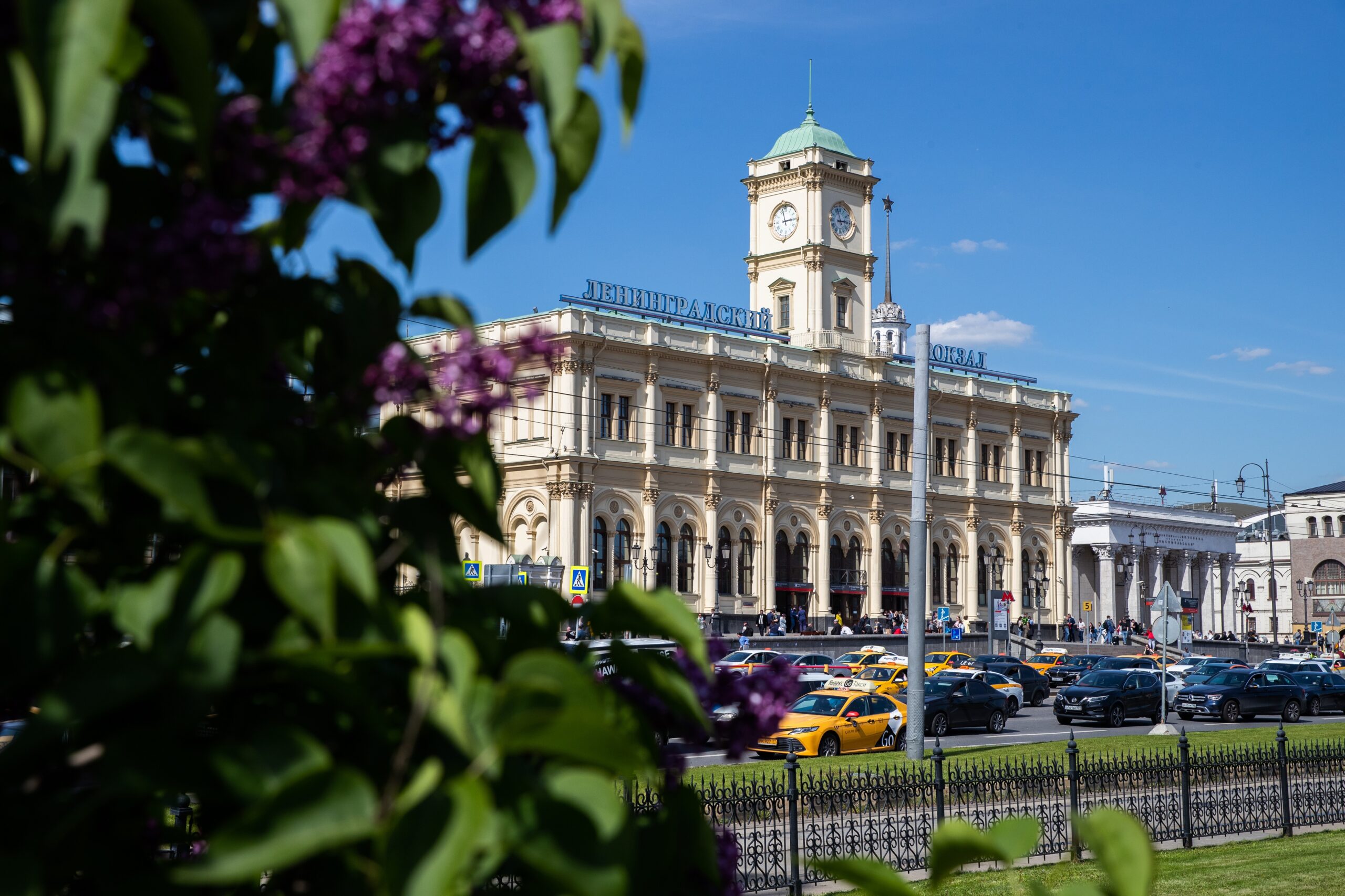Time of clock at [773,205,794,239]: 2:57
